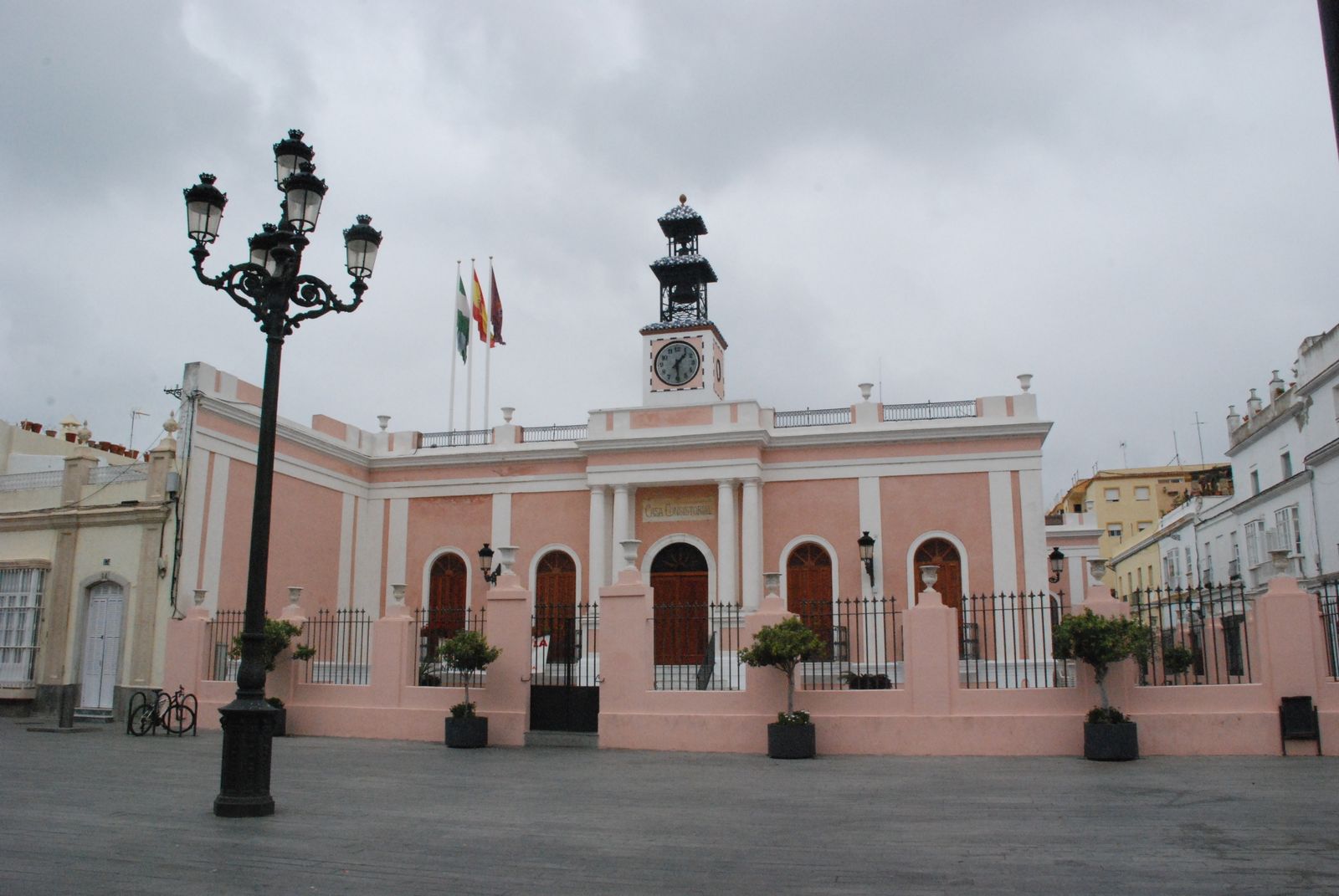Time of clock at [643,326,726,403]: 1:29
